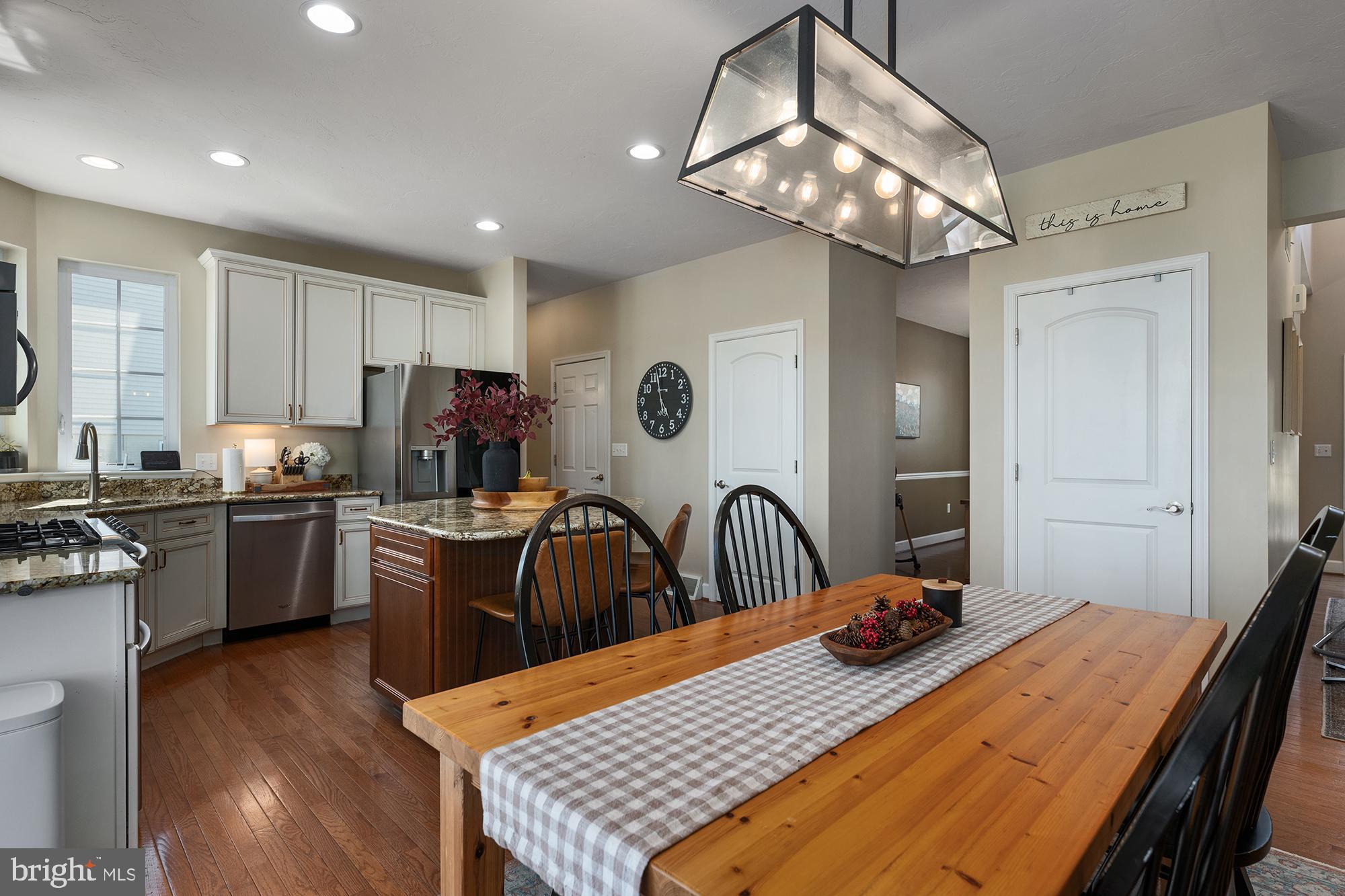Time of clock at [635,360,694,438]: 4:57
